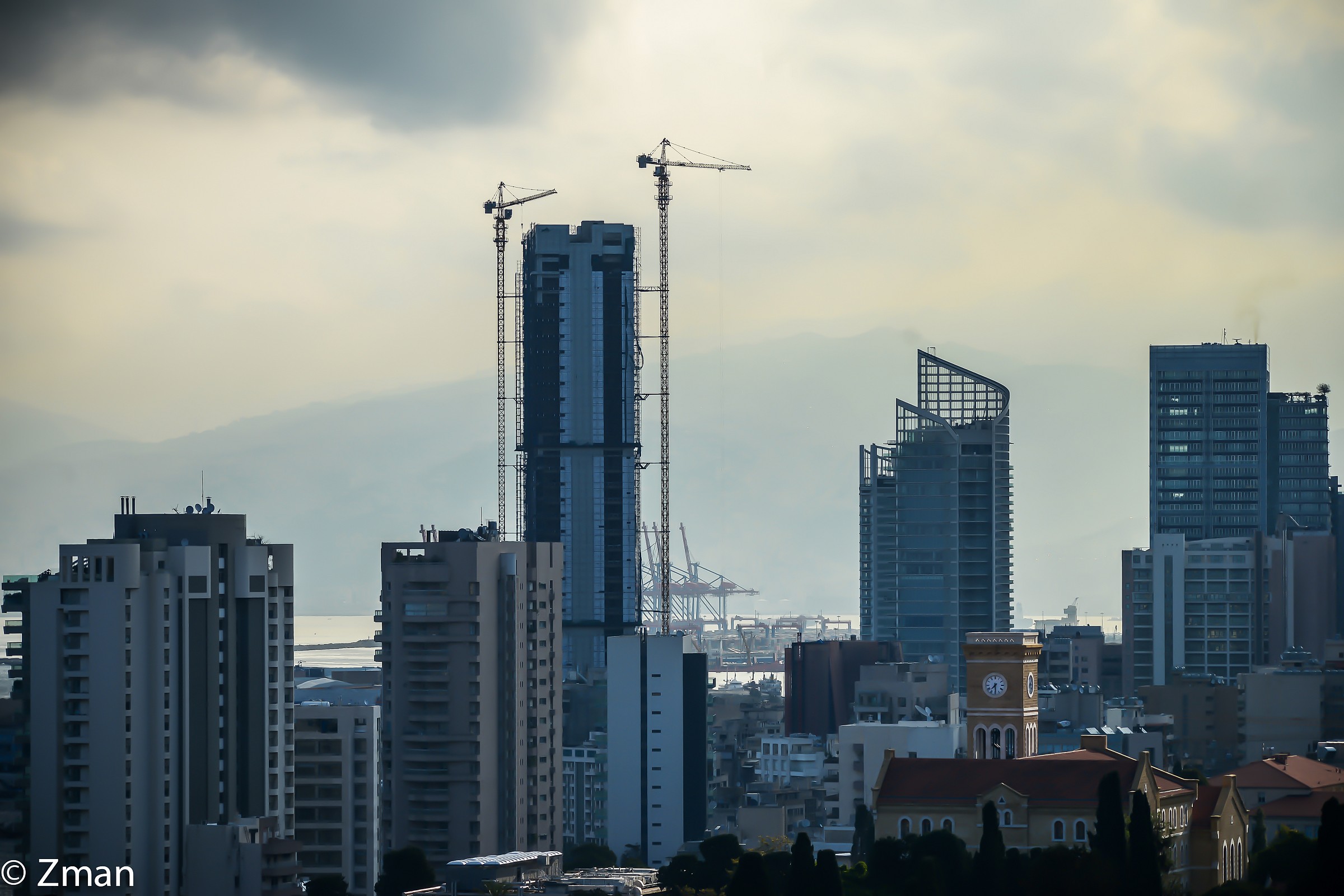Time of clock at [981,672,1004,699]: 7:29
